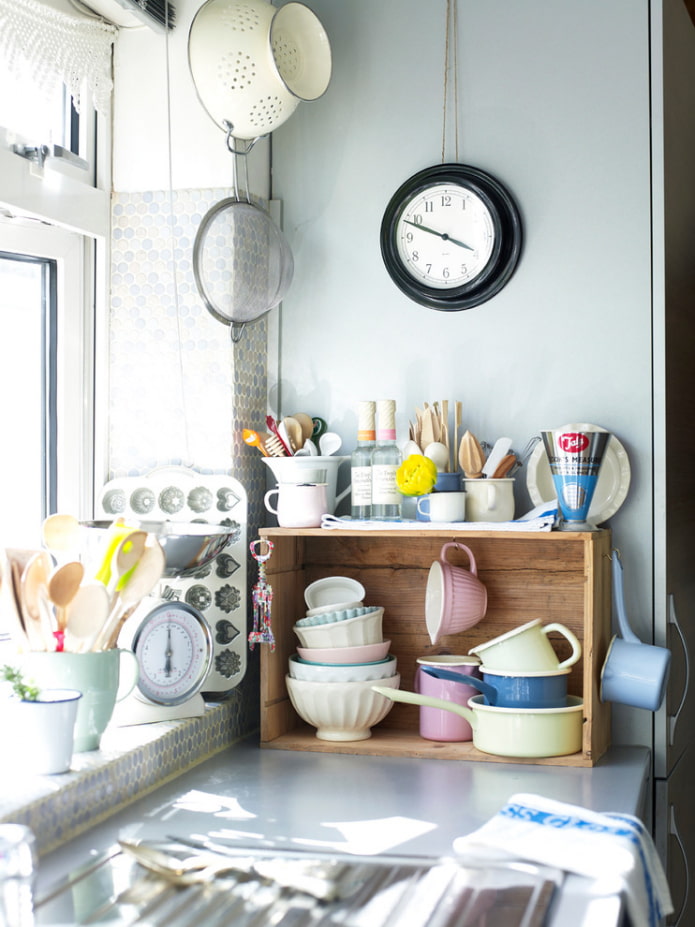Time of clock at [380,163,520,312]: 3:48
